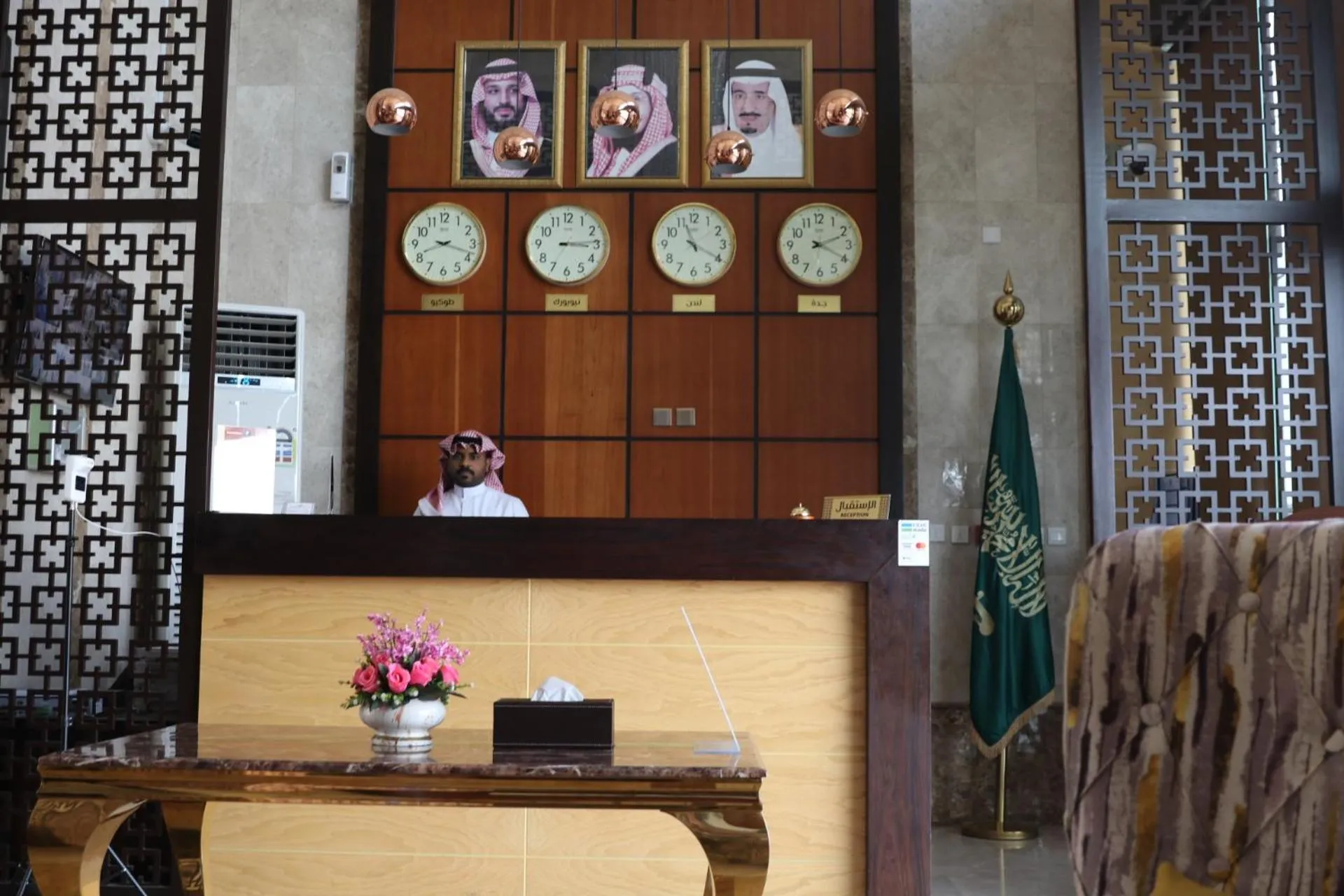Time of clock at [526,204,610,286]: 3:13
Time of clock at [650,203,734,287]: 11:19
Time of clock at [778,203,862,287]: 2:19
